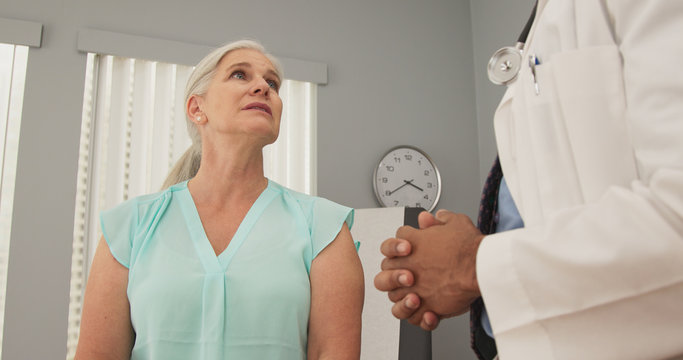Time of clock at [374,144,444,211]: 3:39
